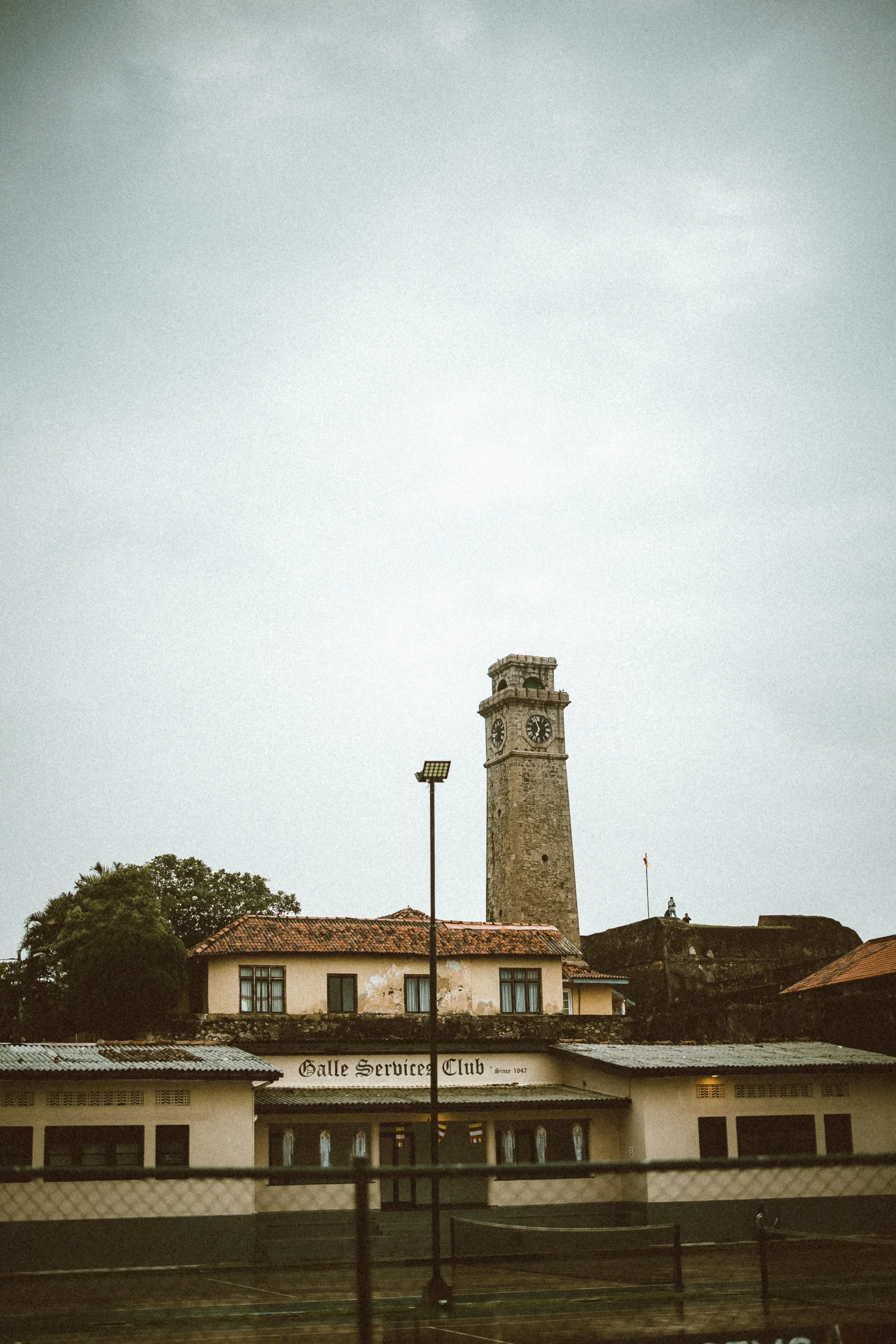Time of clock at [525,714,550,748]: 6:57
